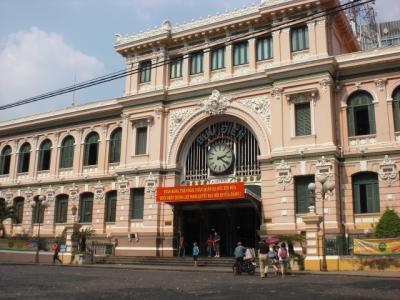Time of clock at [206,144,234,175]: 2:21
